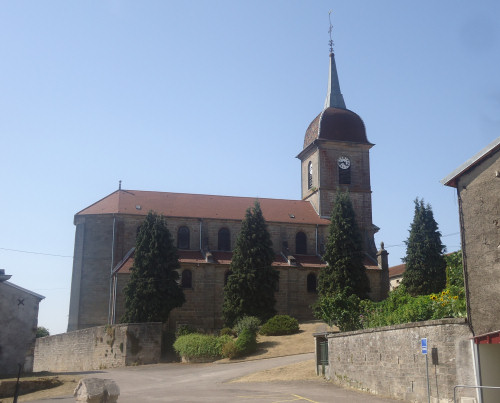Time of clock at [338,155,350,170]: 4:42
